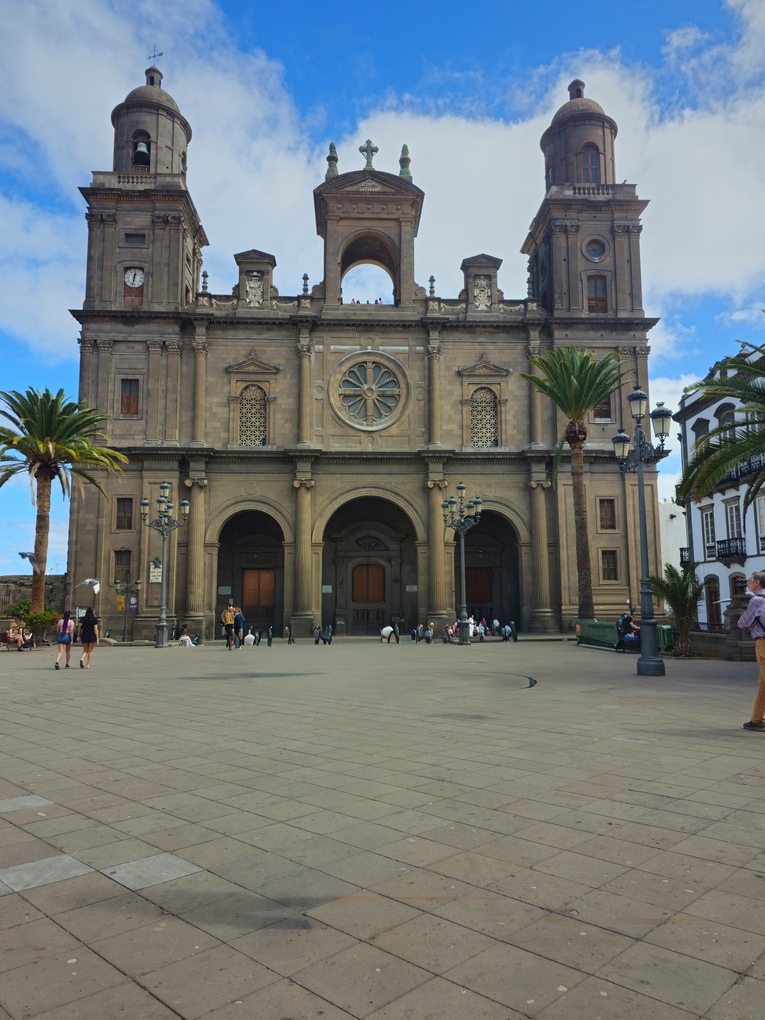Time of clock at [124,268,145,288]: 12:32
